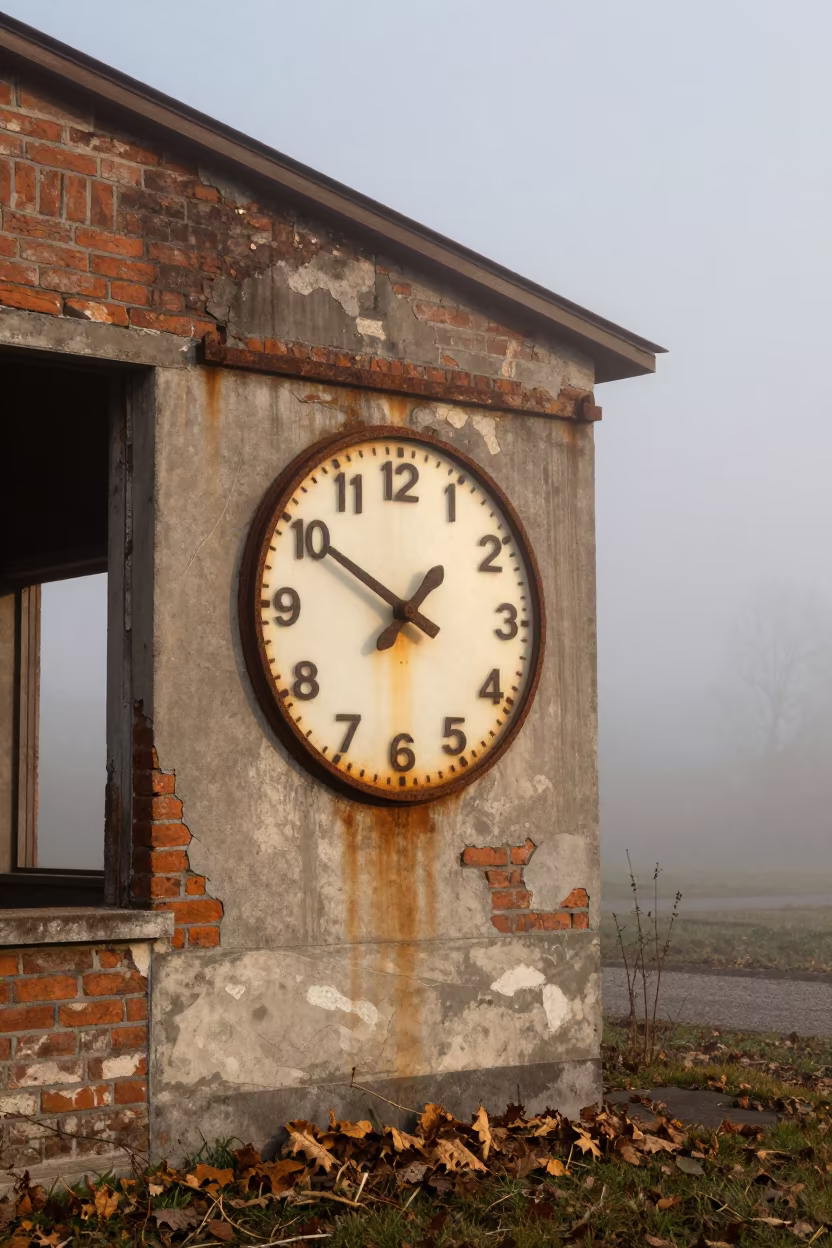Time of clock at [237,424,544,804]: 1:50
